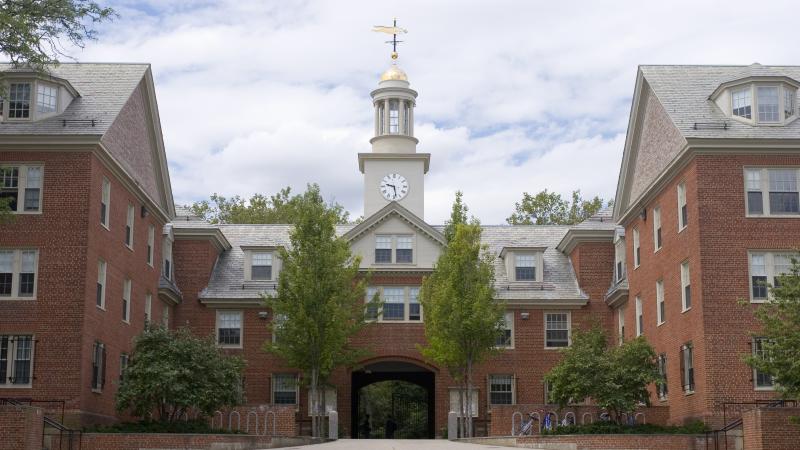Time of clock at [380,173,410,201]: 9:28
